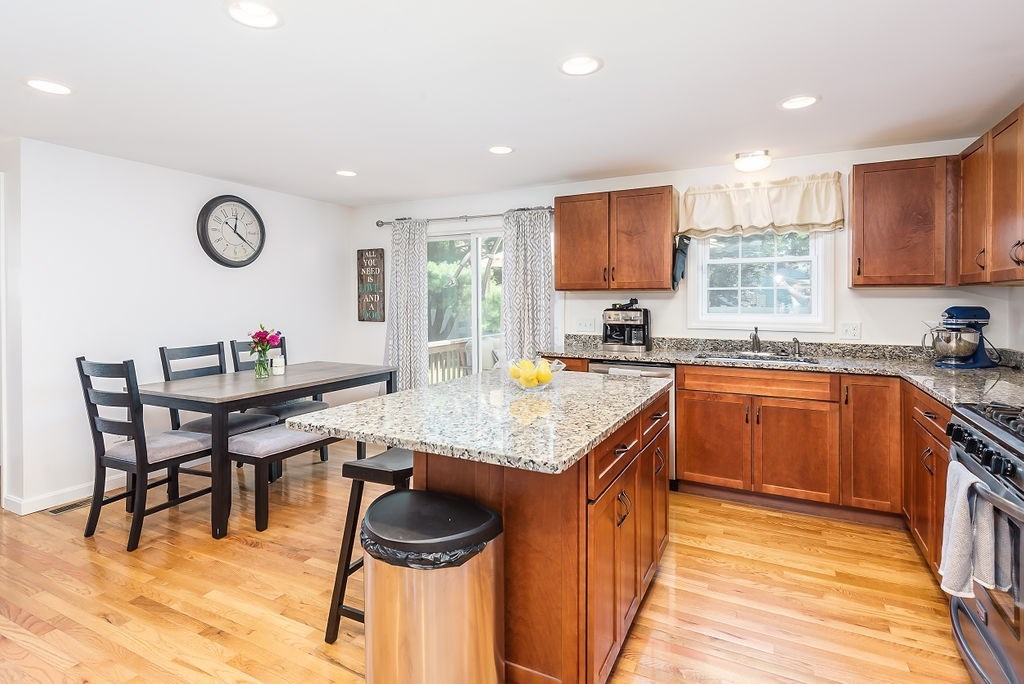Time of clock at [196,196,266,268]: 12:21
